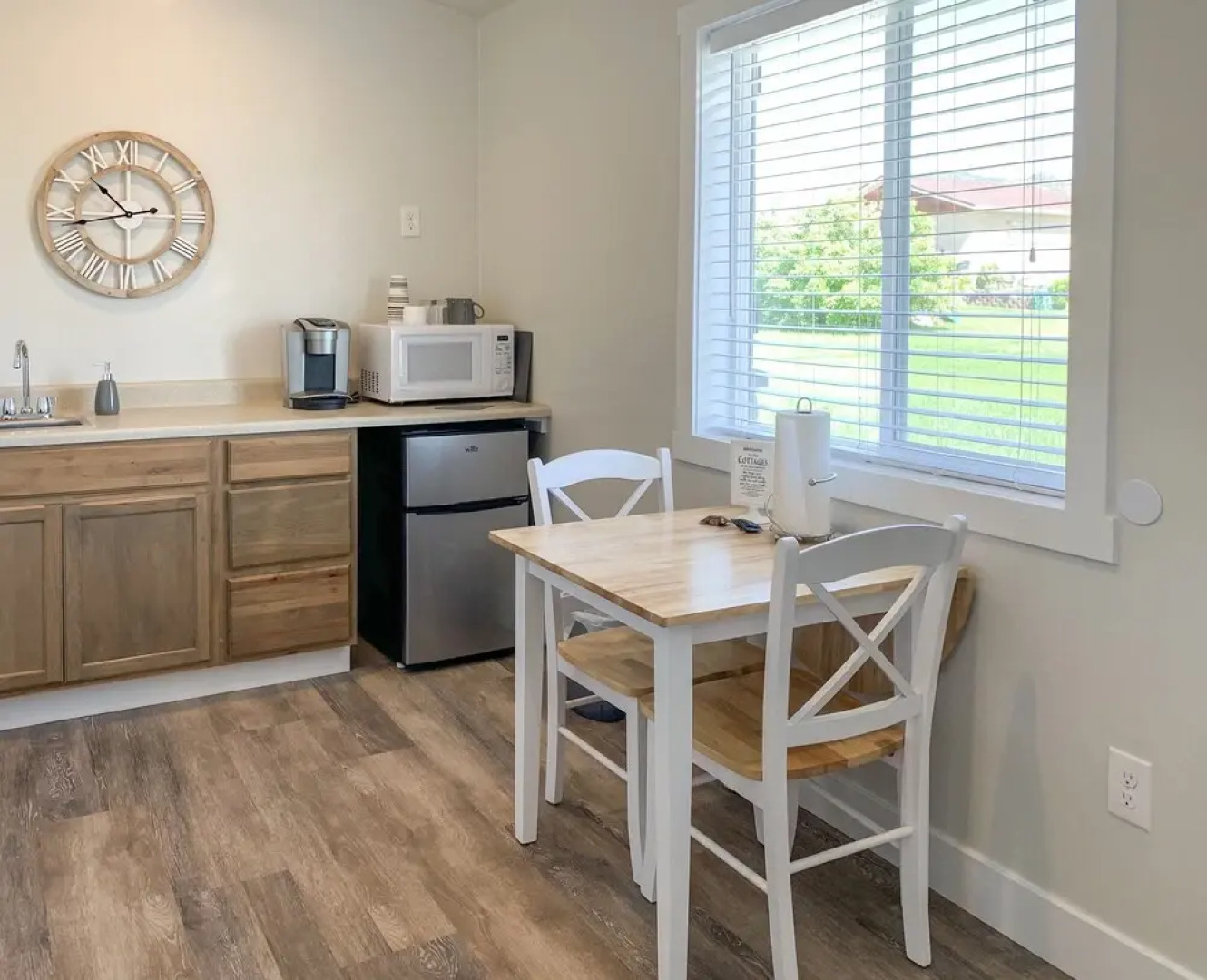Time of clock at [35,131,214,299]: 10:43
